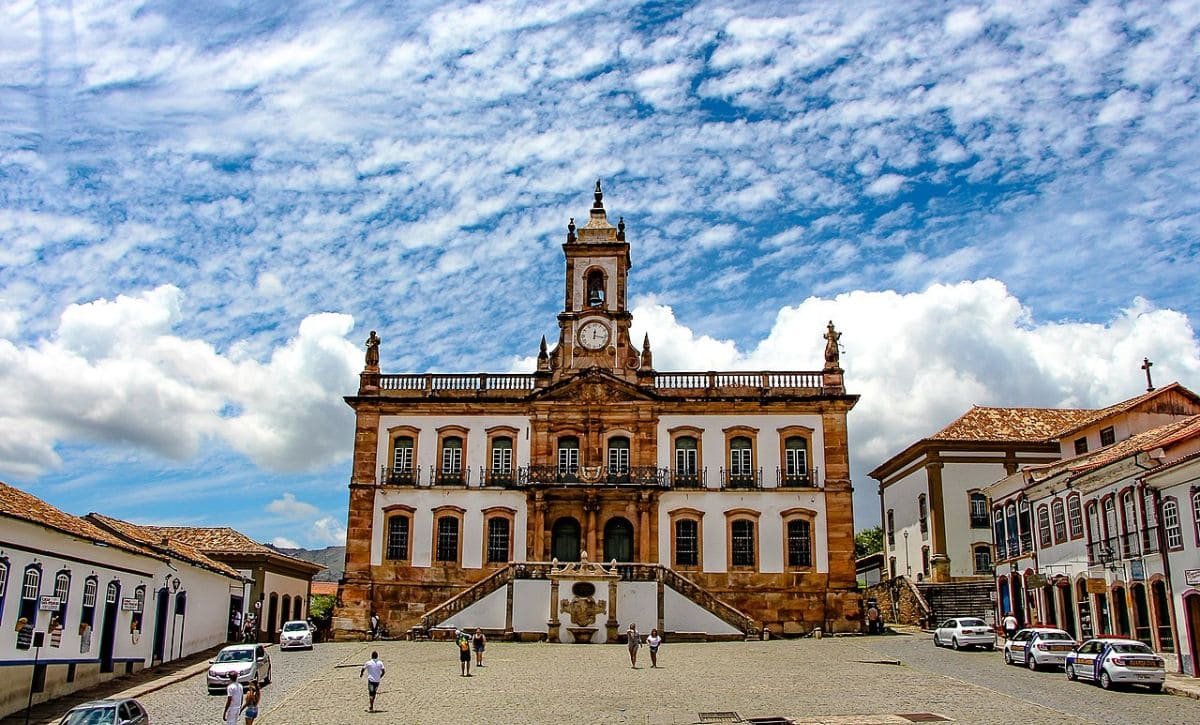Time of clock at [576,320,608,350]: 12:16
